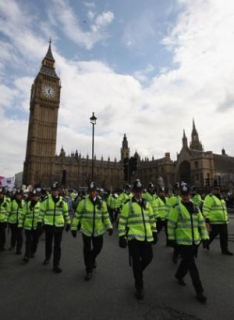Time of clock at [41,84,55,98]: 12:26
